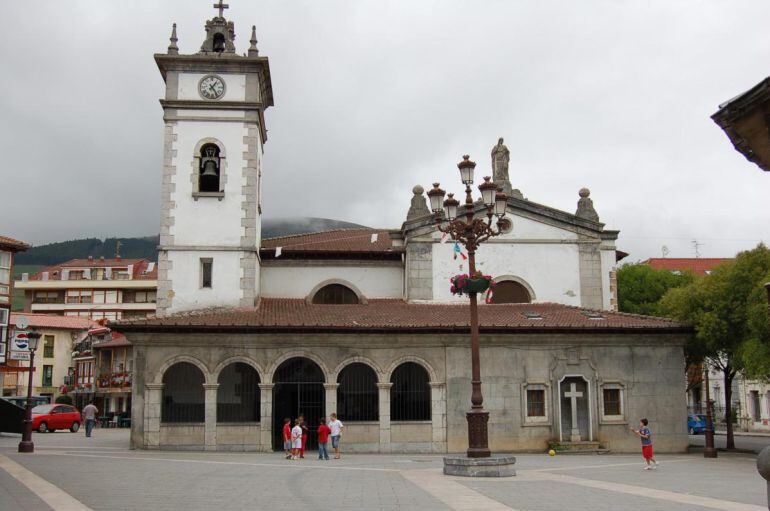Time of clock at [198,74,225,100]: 1:24
